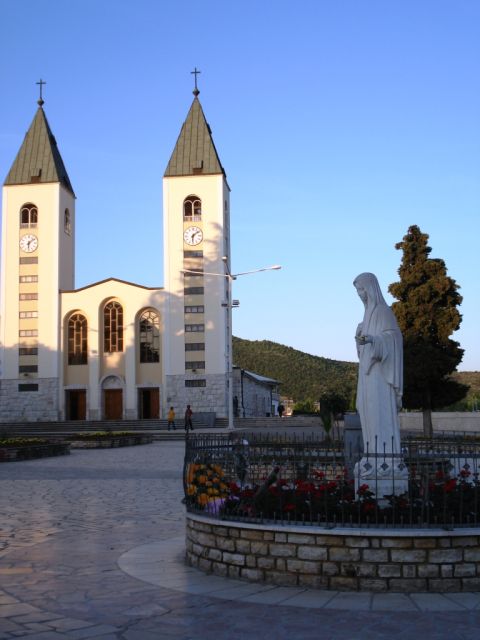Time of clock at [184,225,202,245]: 6:08
